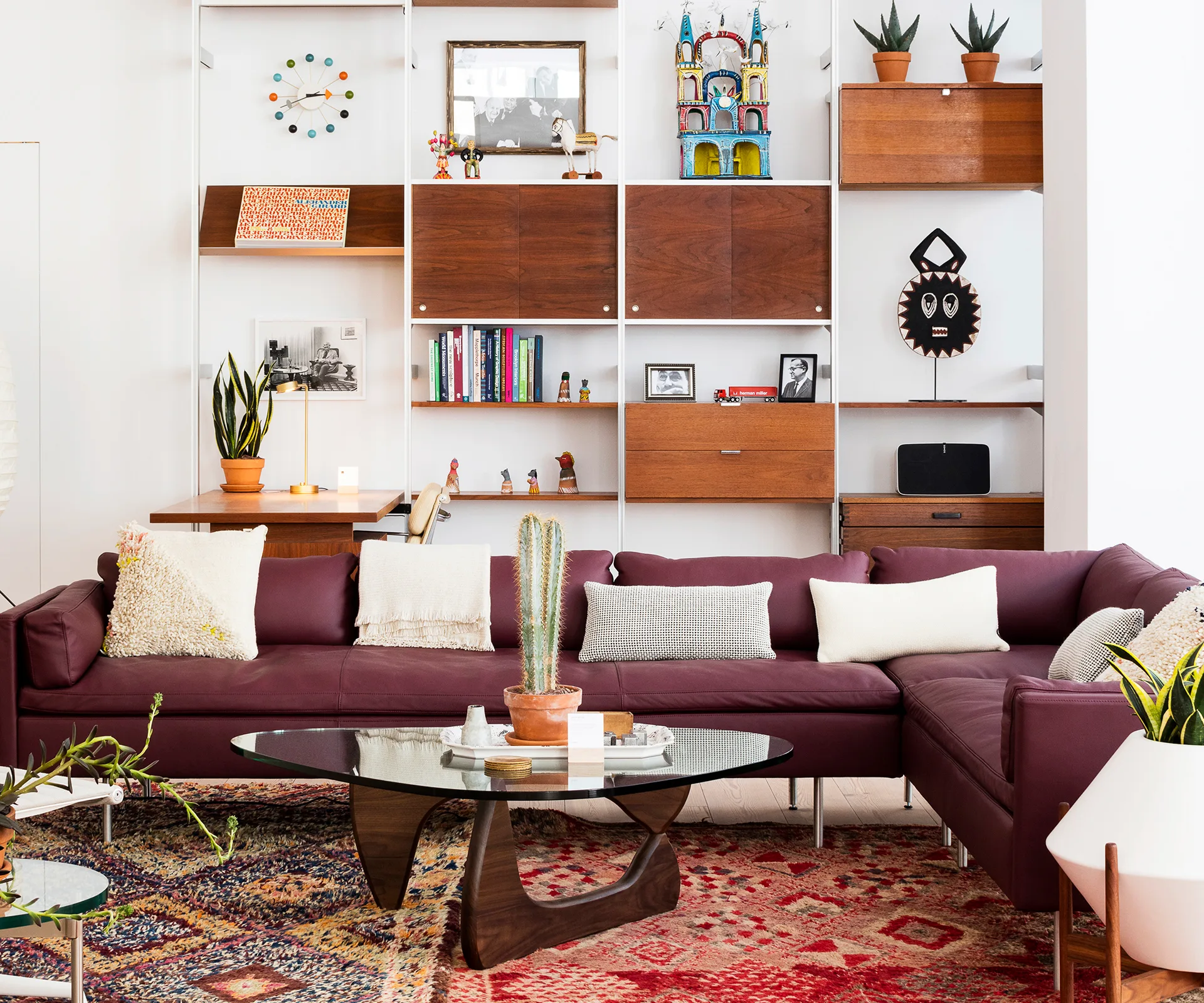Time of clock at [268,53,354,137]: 2:41
